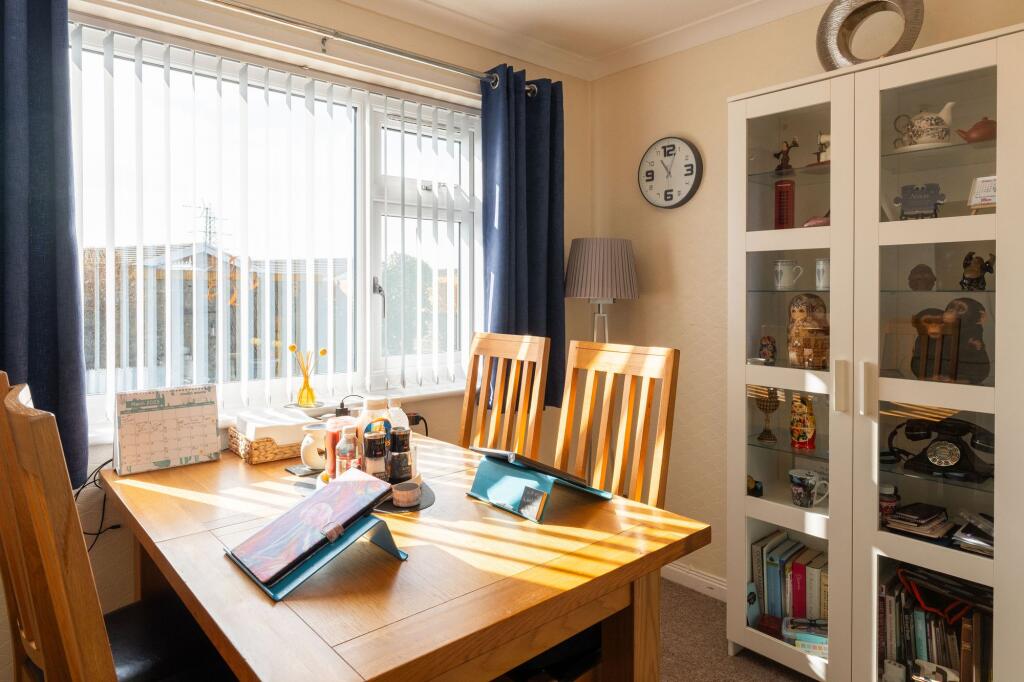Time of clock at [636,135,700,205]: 11:03
